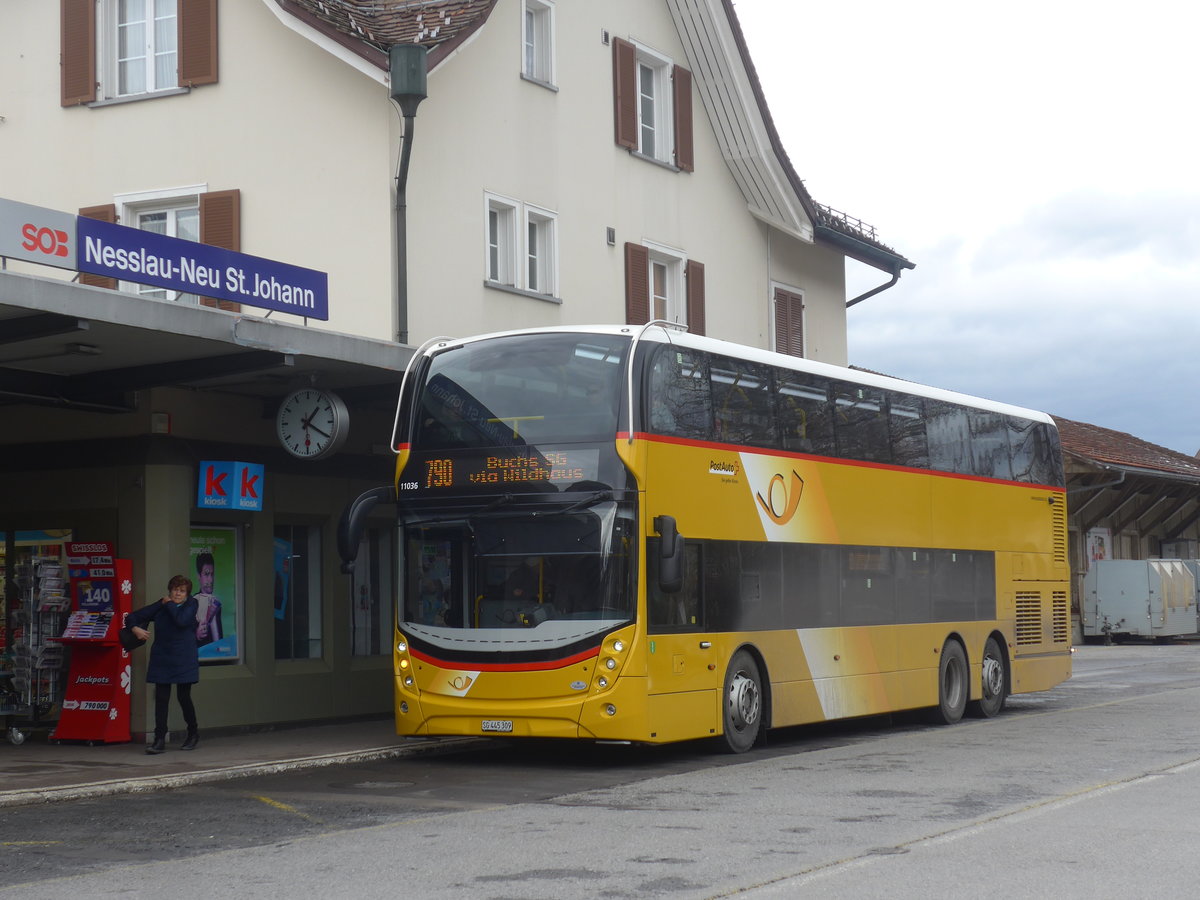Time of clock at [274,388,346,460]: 1:20
